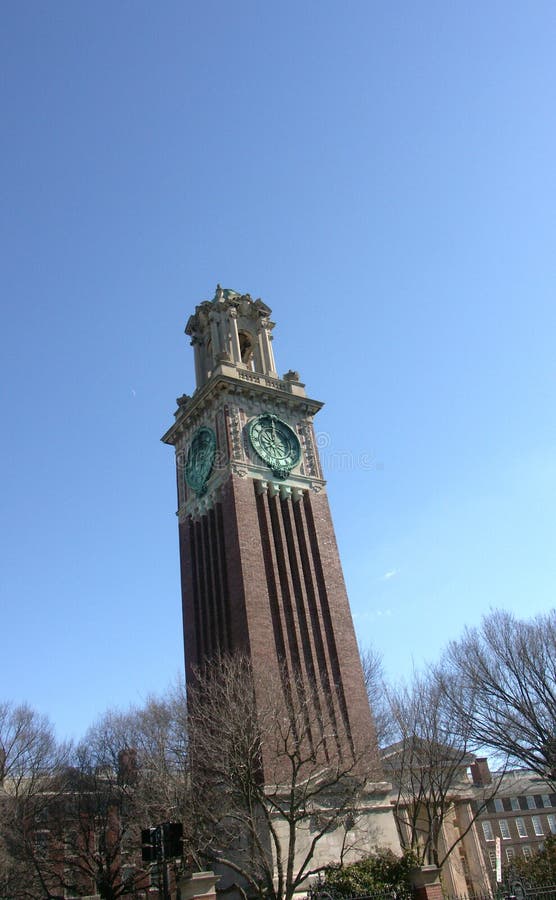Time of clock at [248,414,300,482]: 12:00
